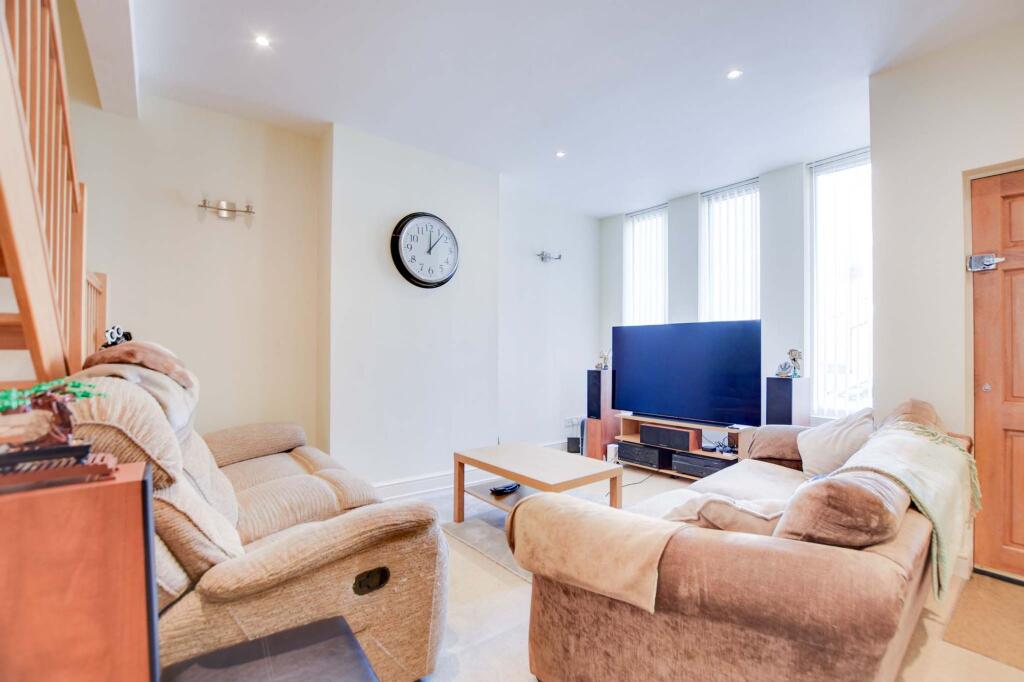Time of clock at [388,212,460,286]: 12:07
